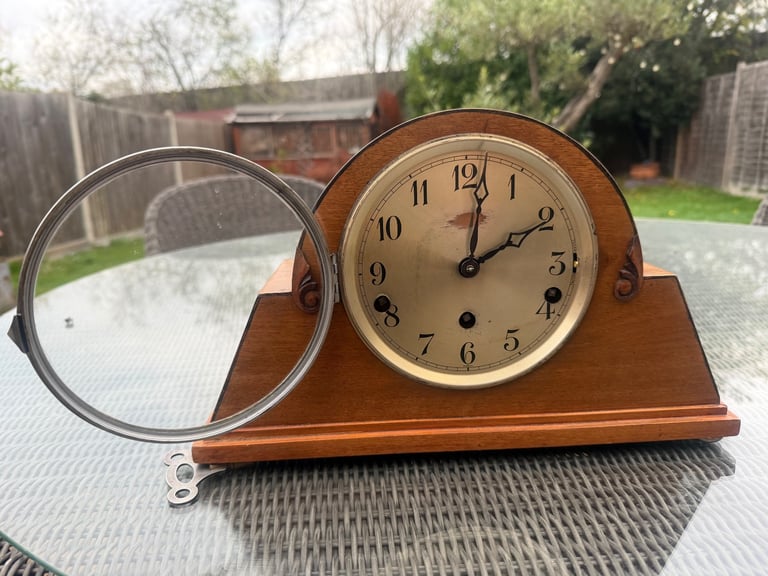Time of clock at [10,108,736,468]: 2:01
